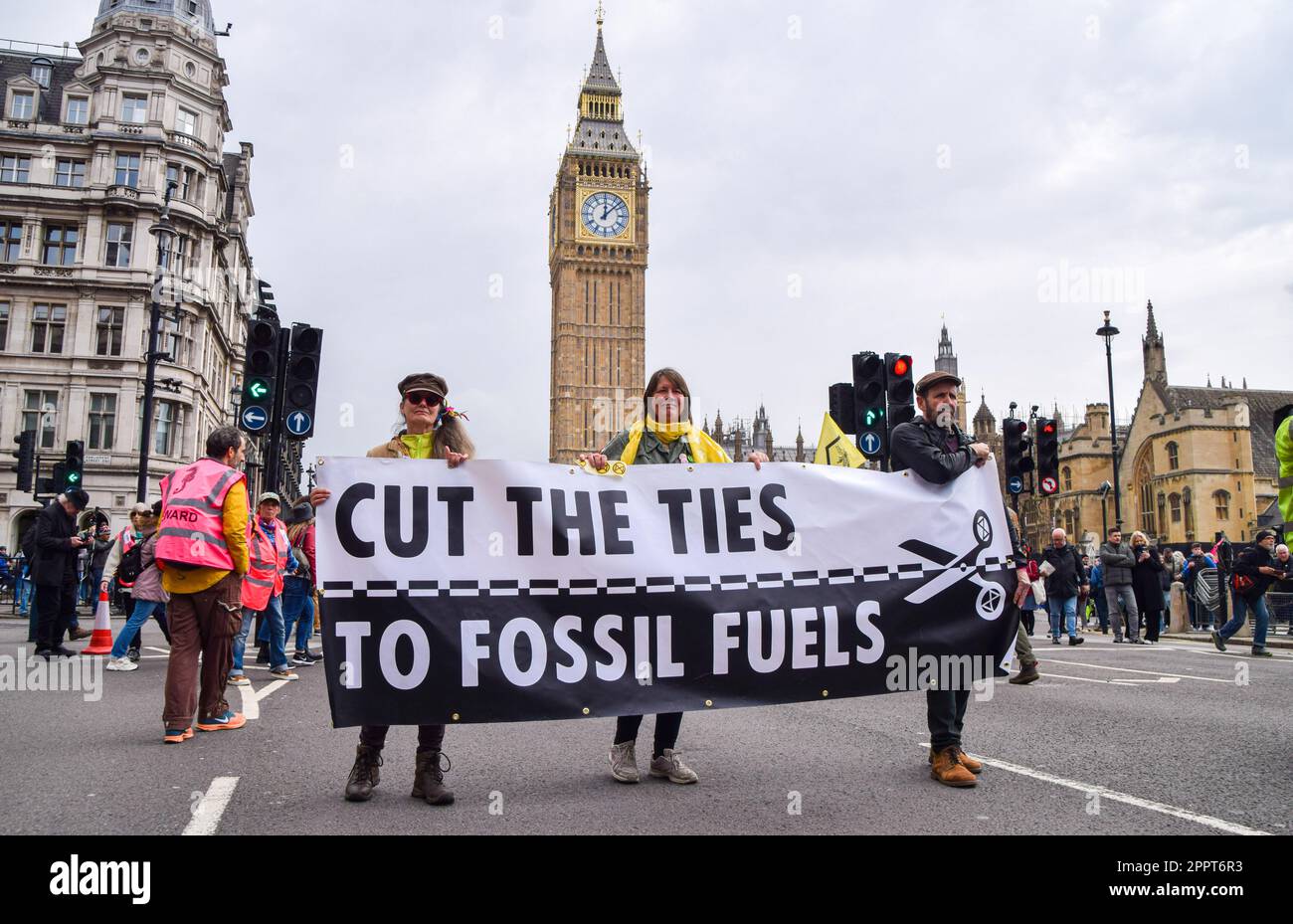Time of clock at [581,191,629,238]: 12:07
